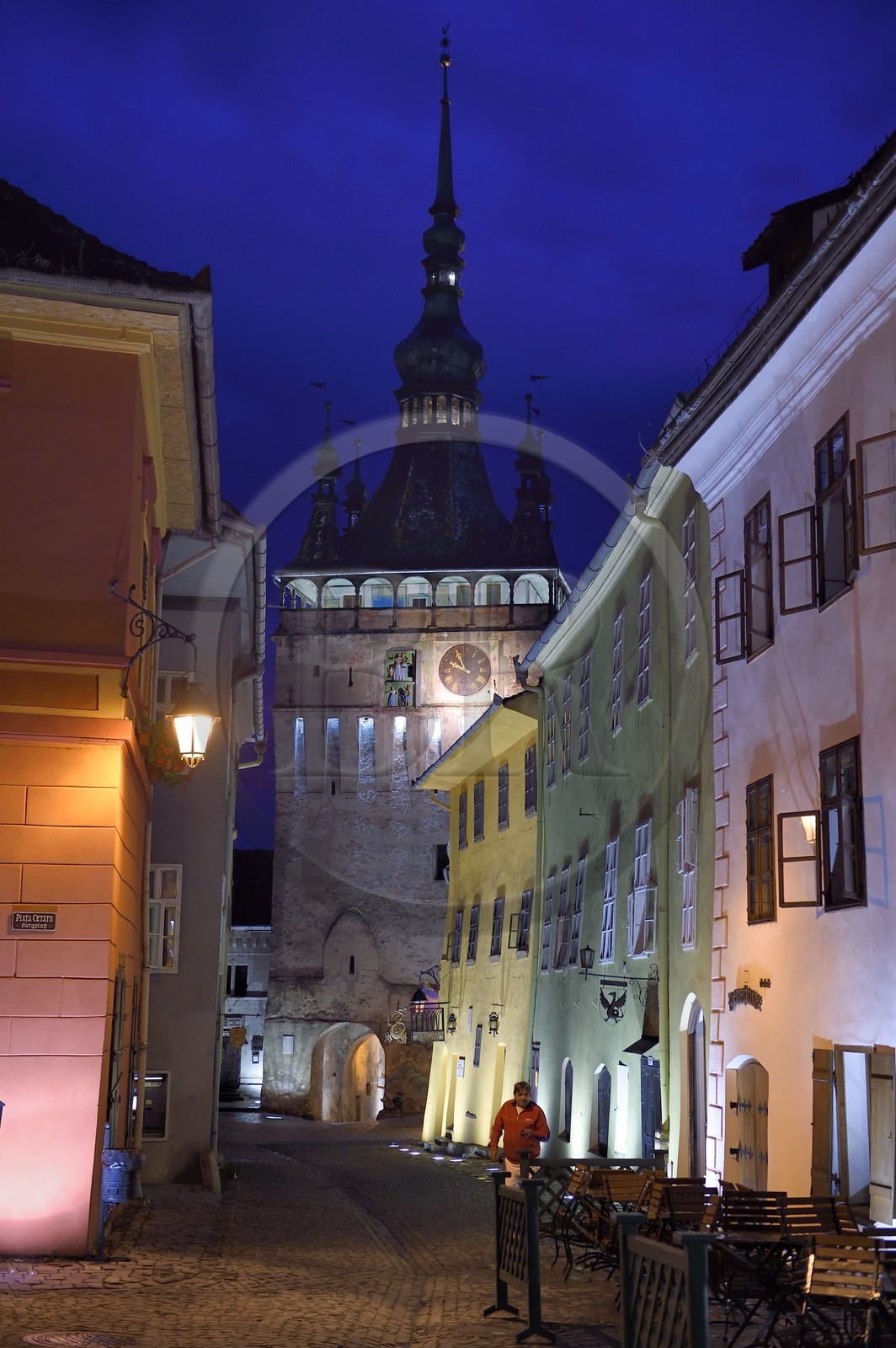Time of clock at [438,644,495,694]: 9:55
